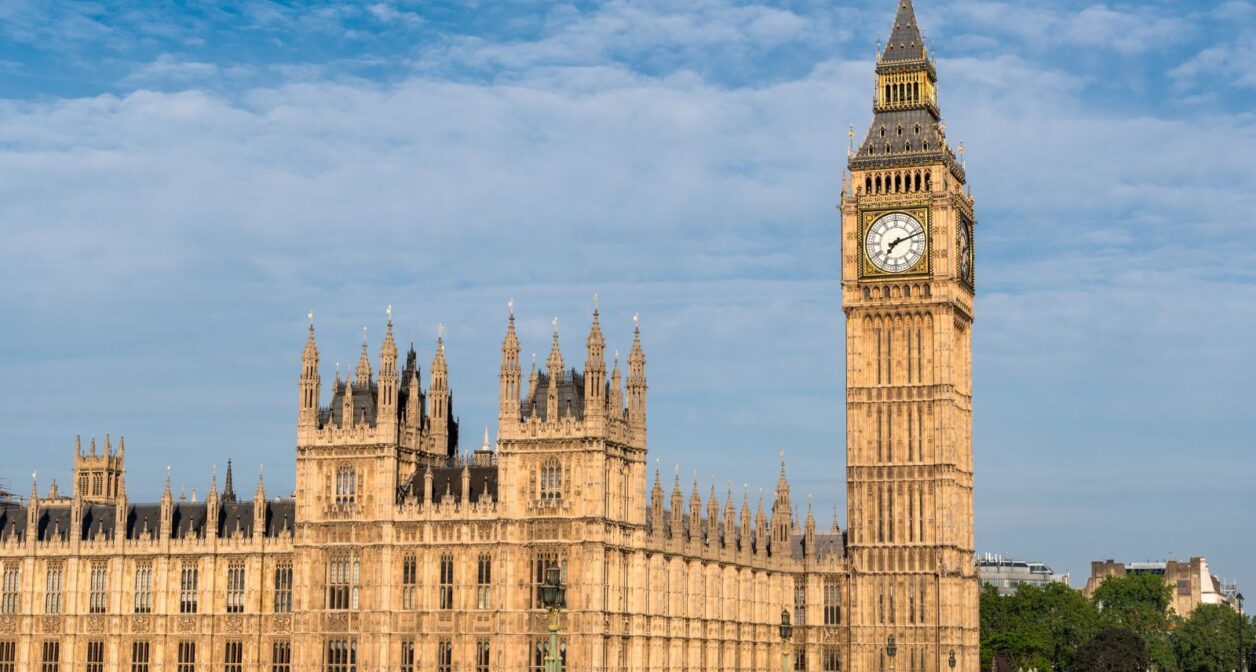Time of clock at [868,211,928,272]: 7:11
